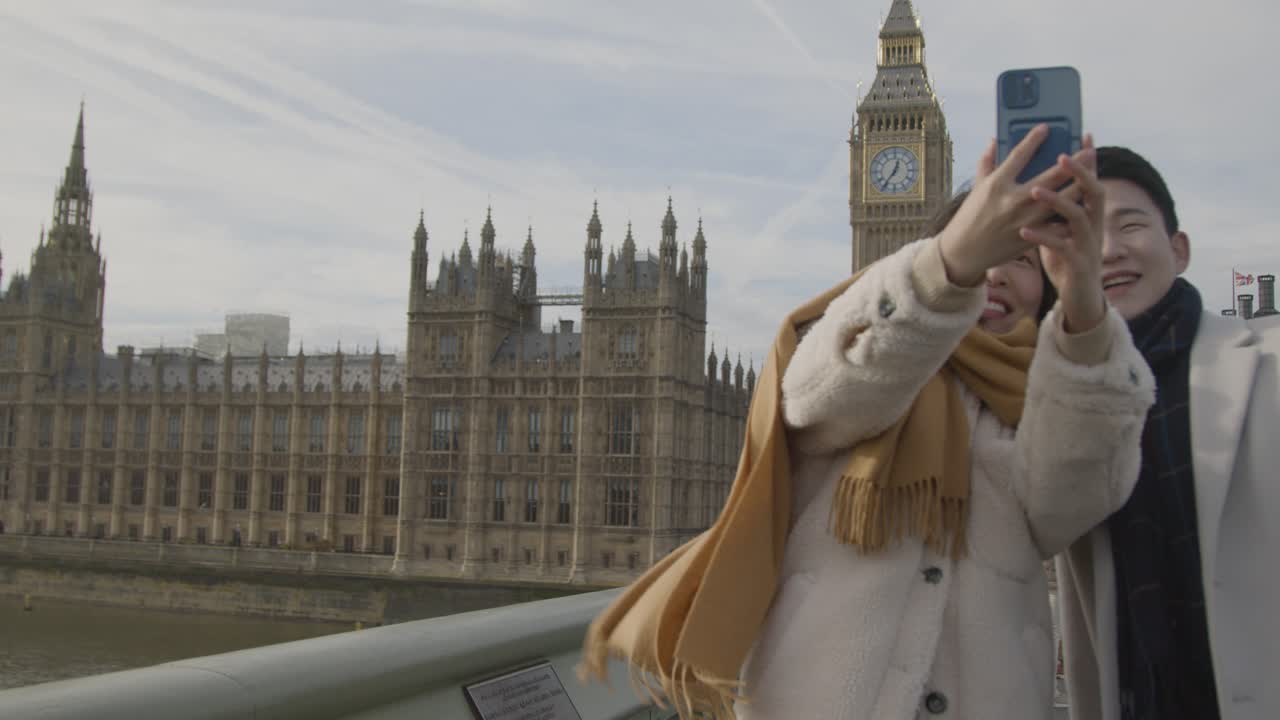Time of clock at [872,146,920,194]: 12:36
